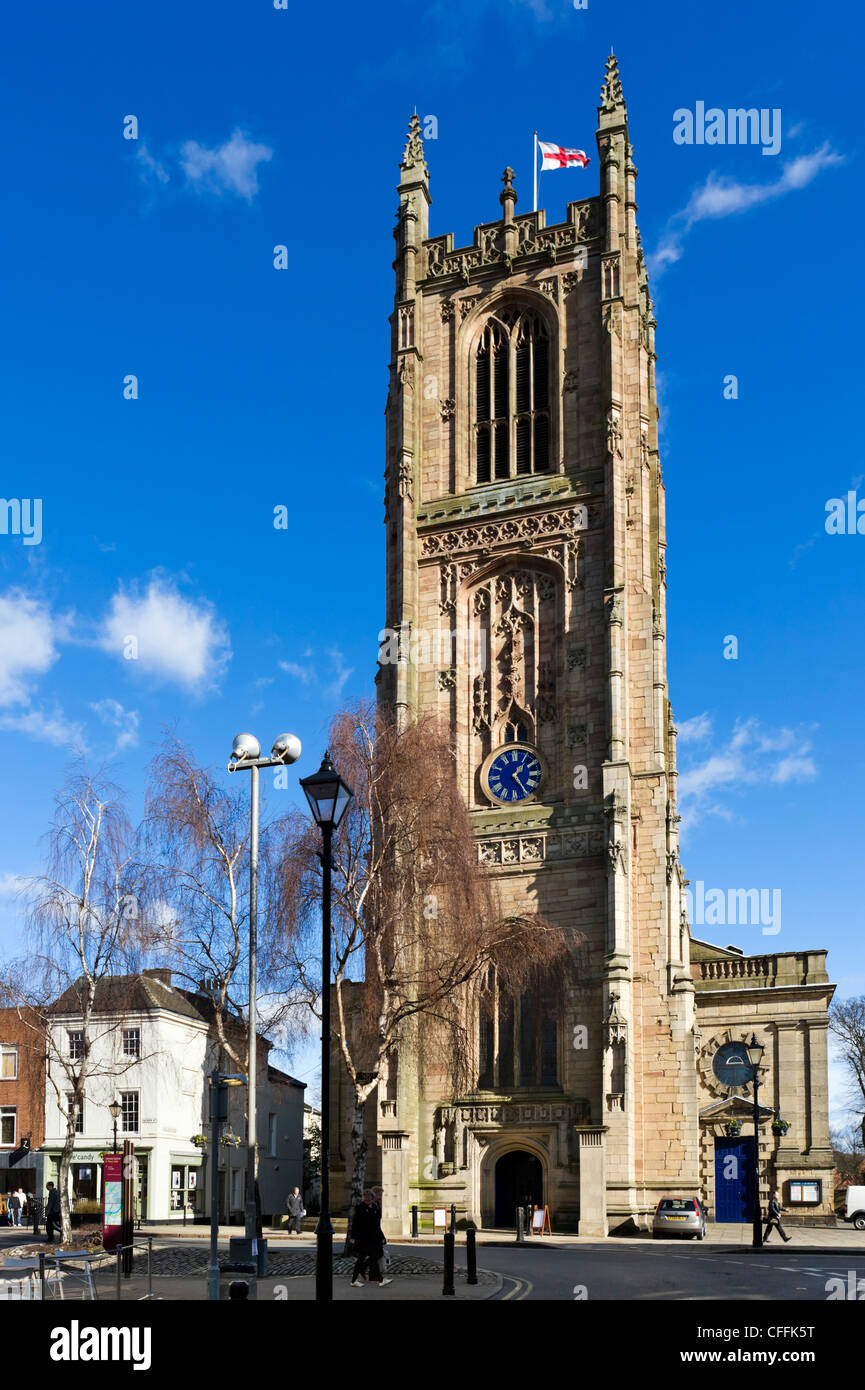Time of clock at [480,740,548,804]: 1:24
